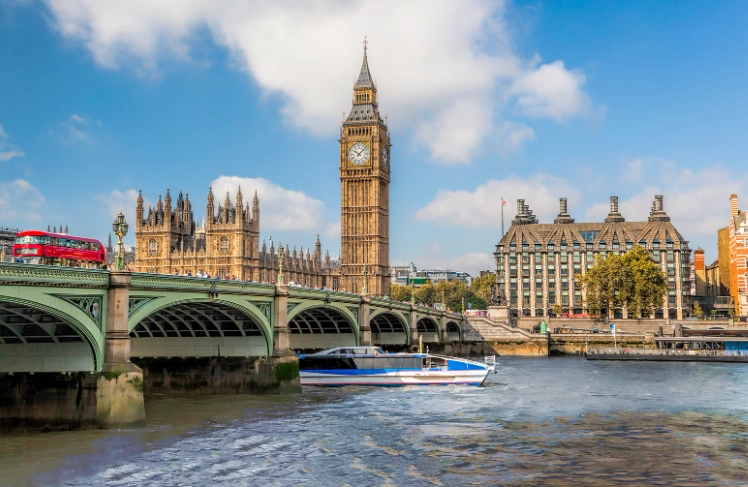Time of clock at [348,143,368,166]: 10:07
